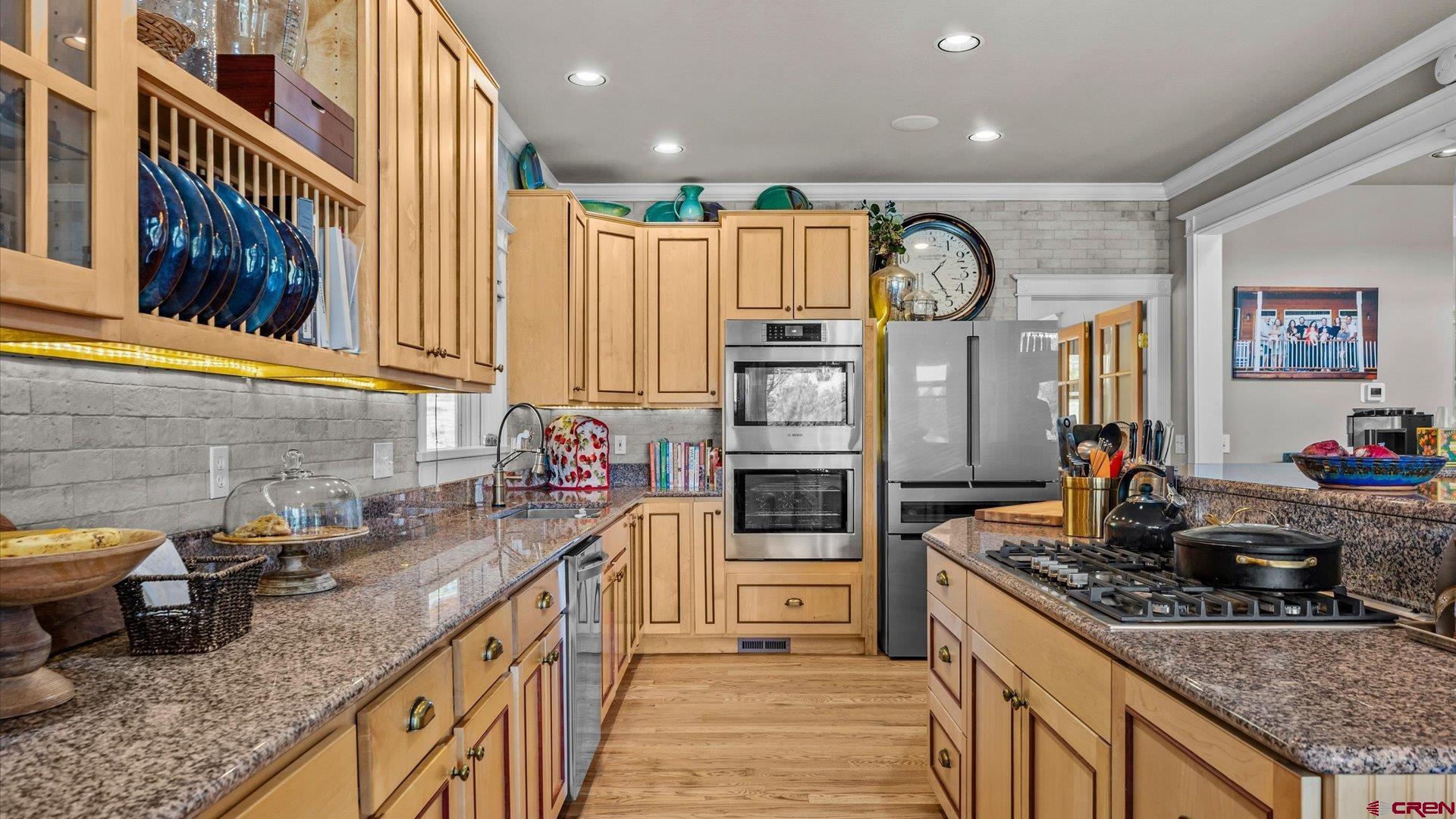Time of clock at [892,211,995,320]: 1:24
